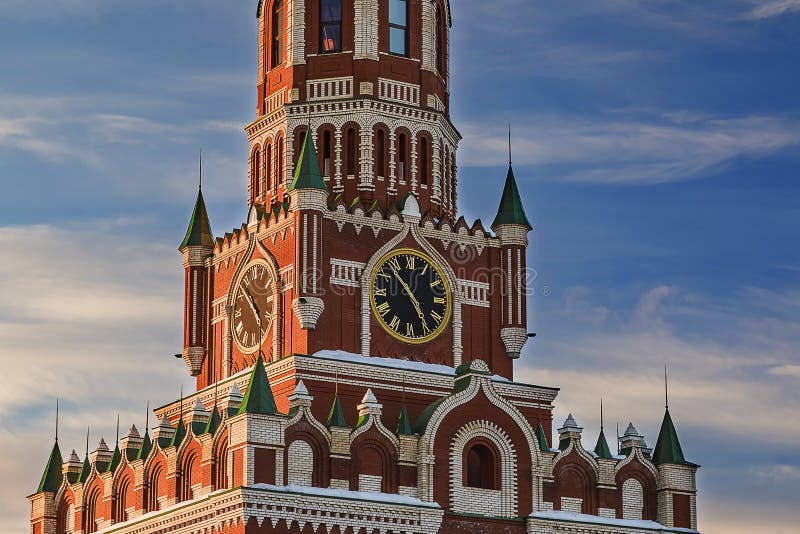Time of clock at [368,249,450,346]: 4:53
